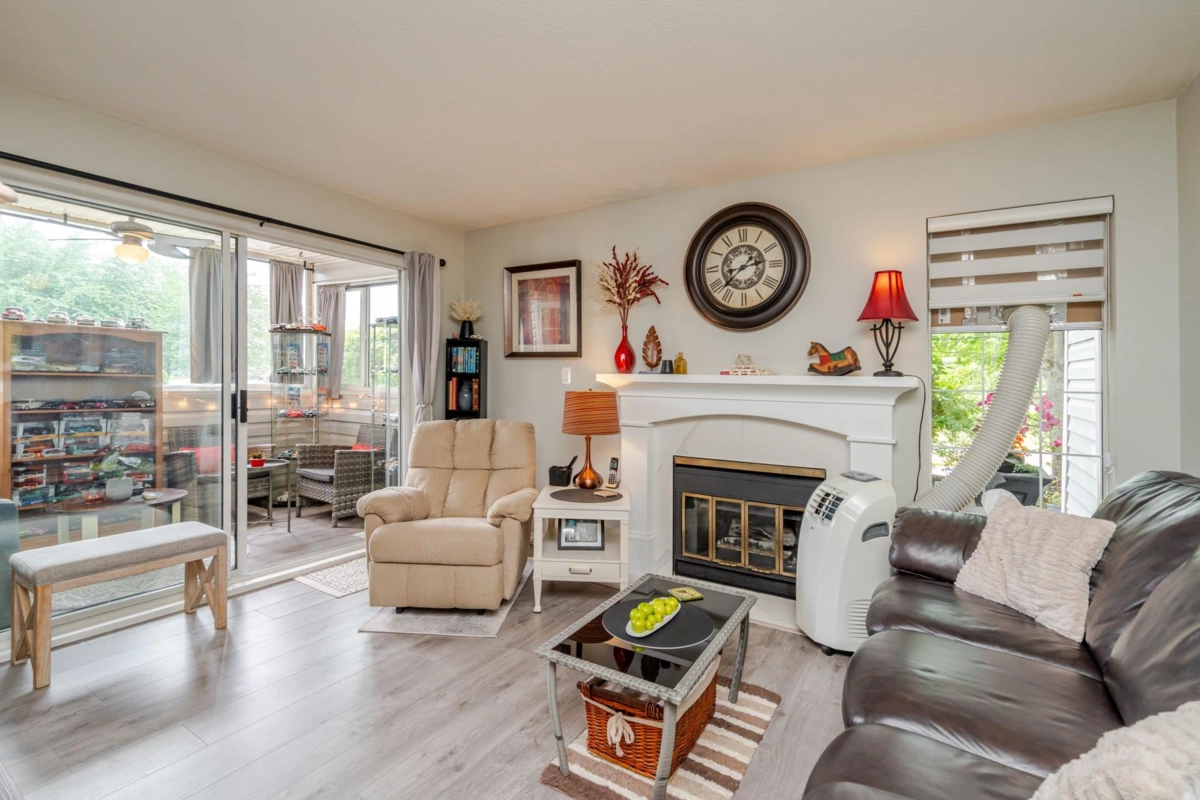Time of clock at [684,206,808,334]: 2:37
